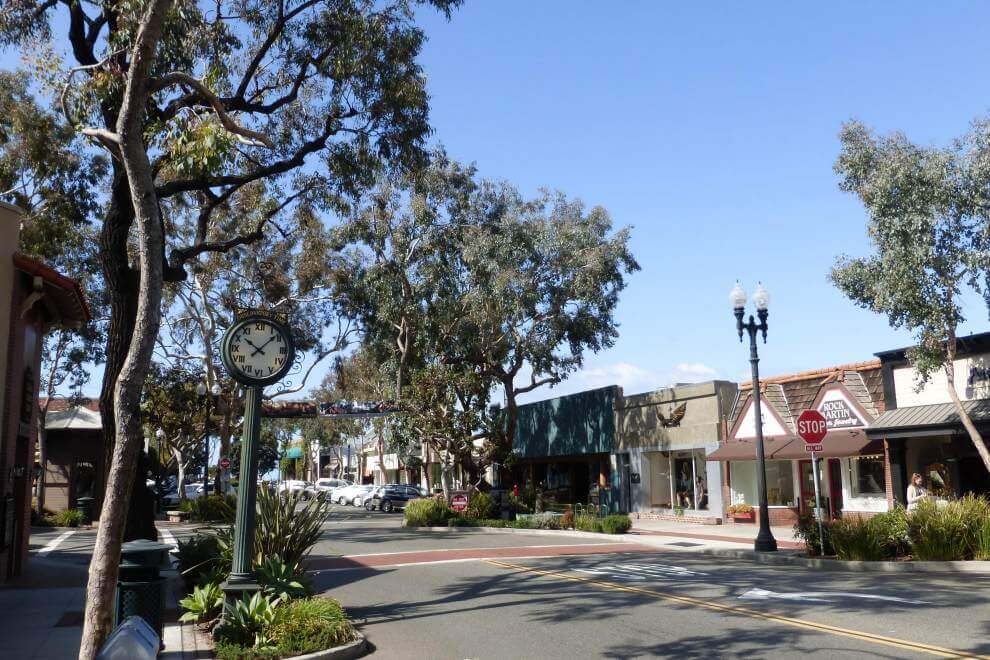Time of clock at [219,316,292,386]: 10:08
